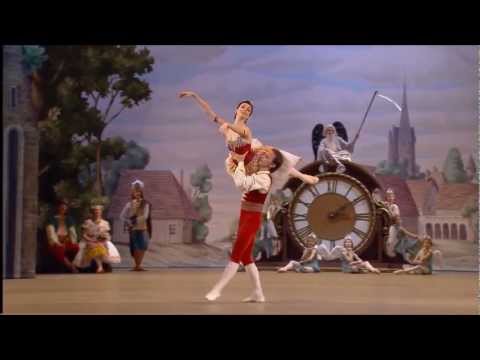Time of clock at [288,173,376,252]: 3:09
